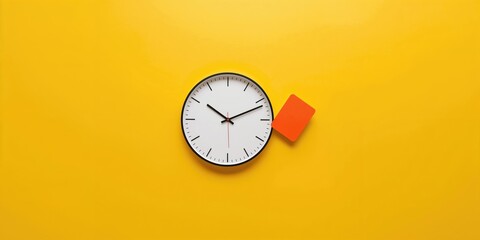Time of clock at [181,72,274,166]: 10:11
